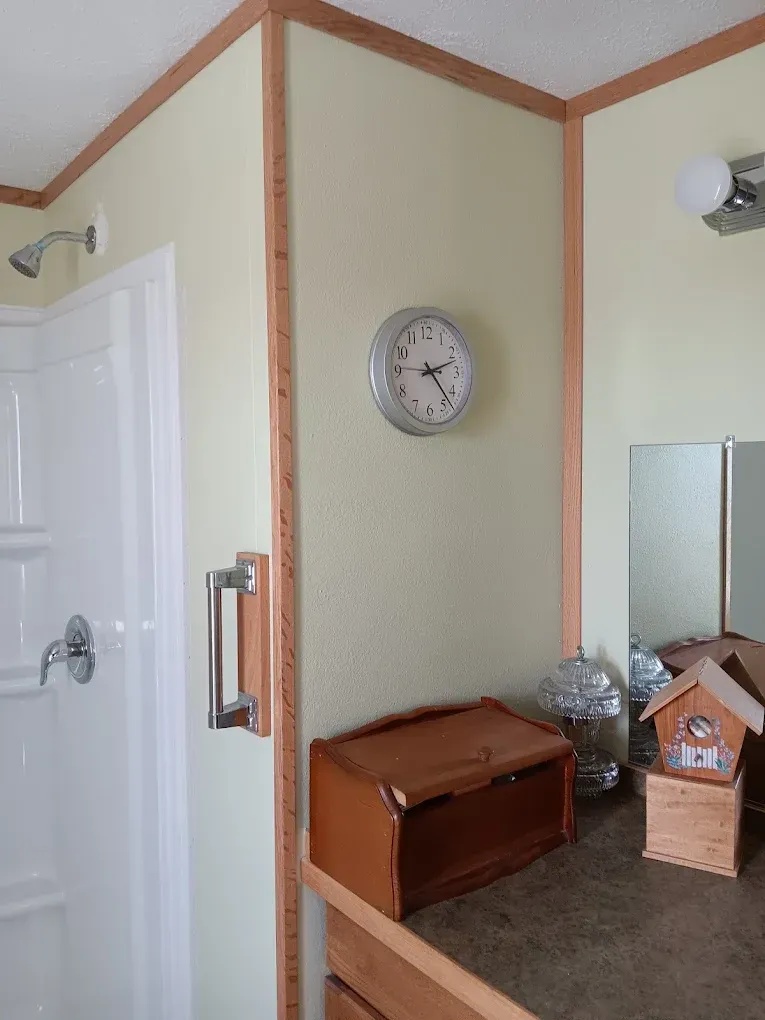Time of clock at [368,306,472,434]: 2:23
